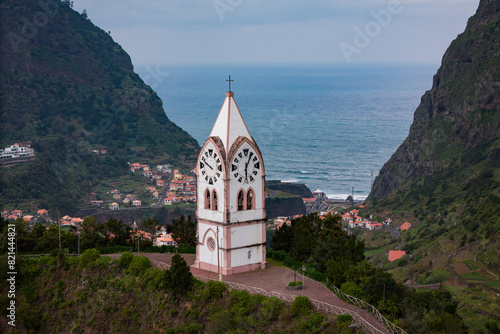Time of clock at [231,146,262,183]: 6:05
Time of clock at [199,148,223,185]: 9:48
